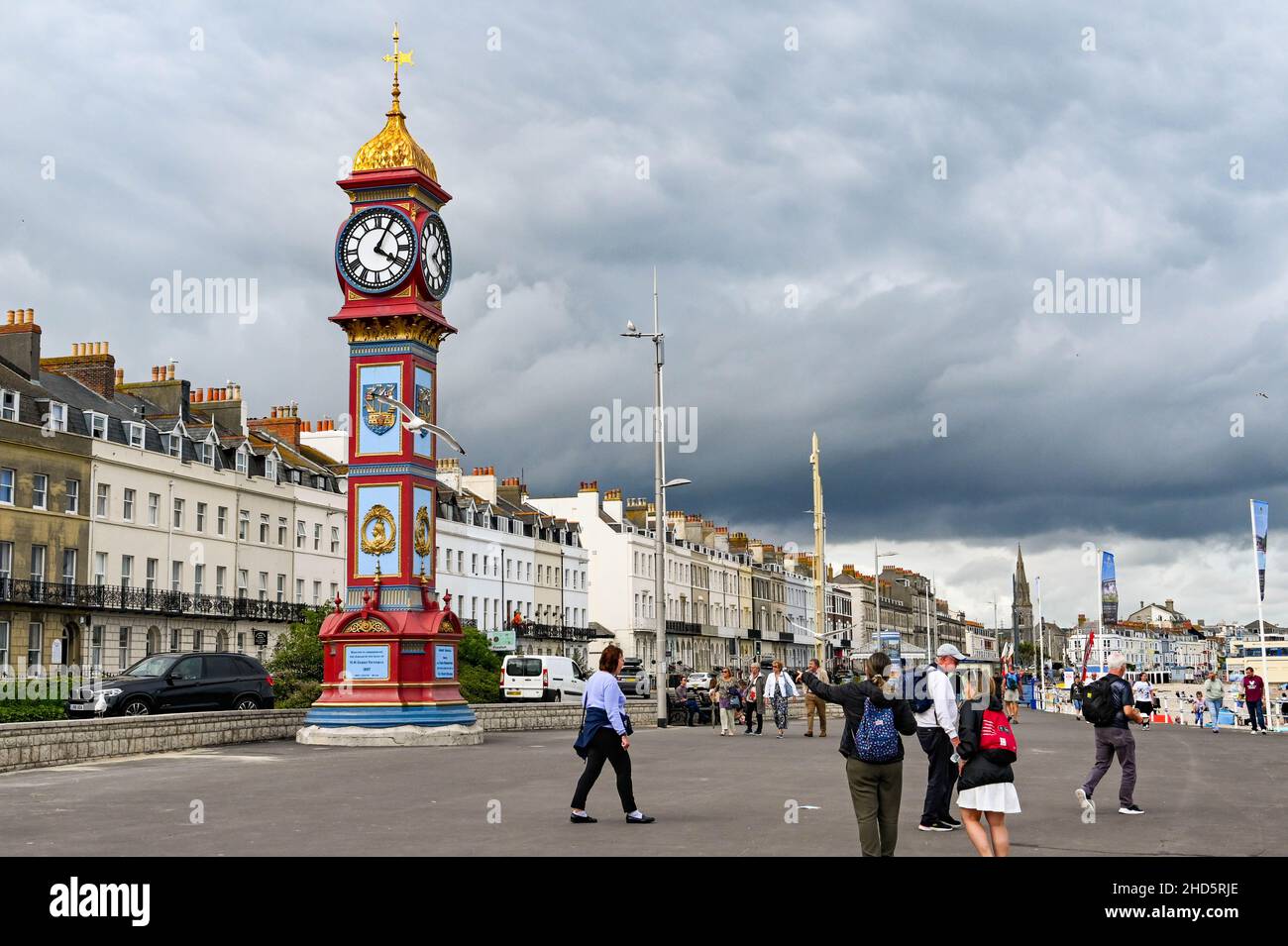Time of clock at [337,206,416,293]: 4:04
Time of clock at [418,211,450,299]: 4:04
